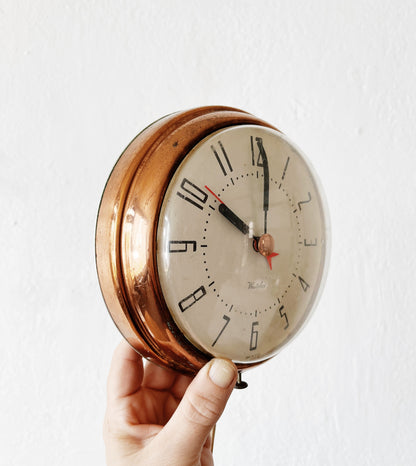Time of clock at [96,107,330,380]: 10:01
